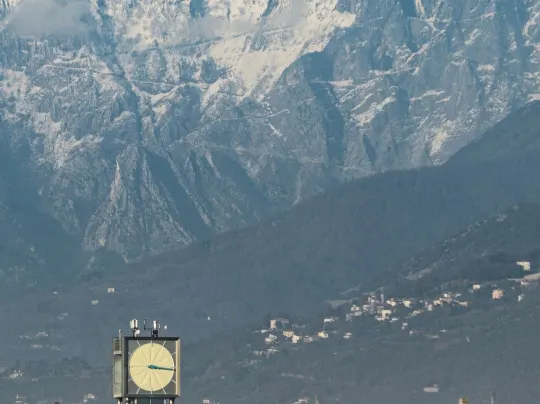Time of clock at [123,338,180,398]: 3:16
